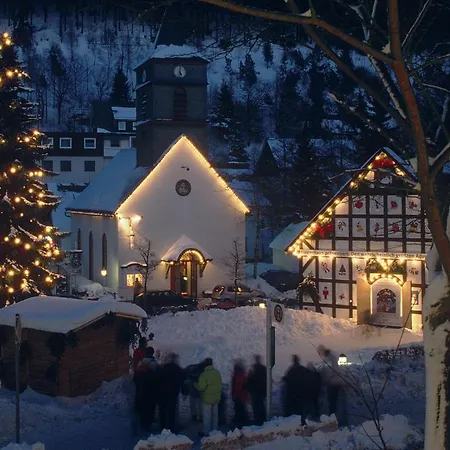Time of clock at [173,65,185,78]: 5:01
